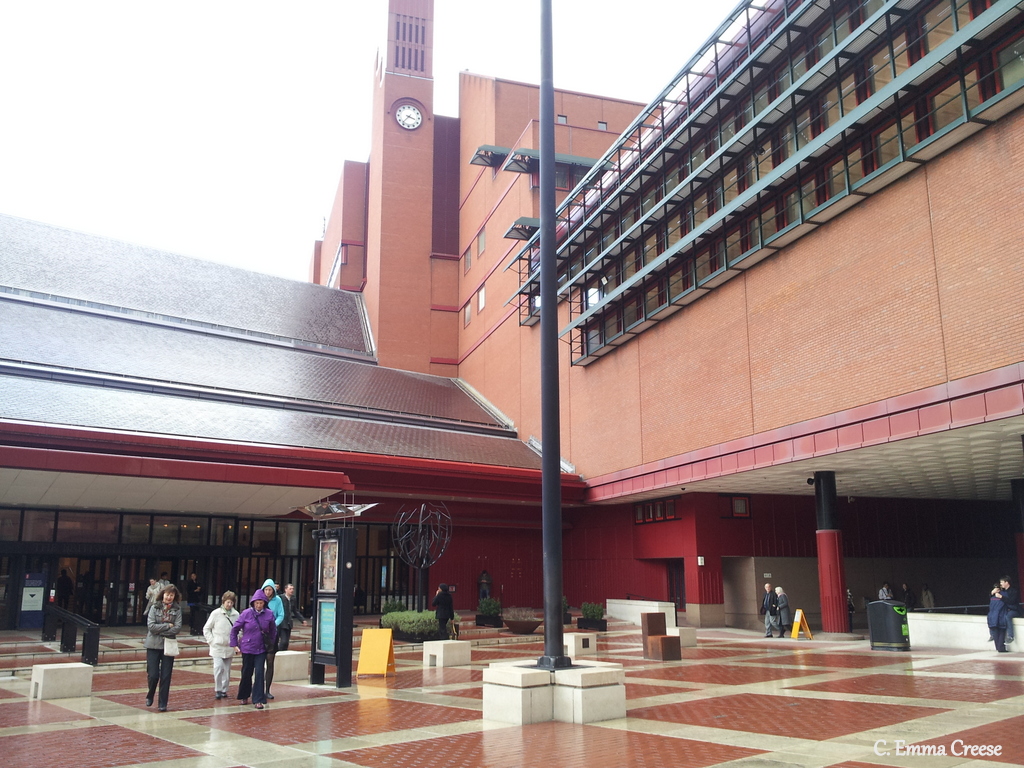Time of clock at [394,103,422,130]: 3:36
